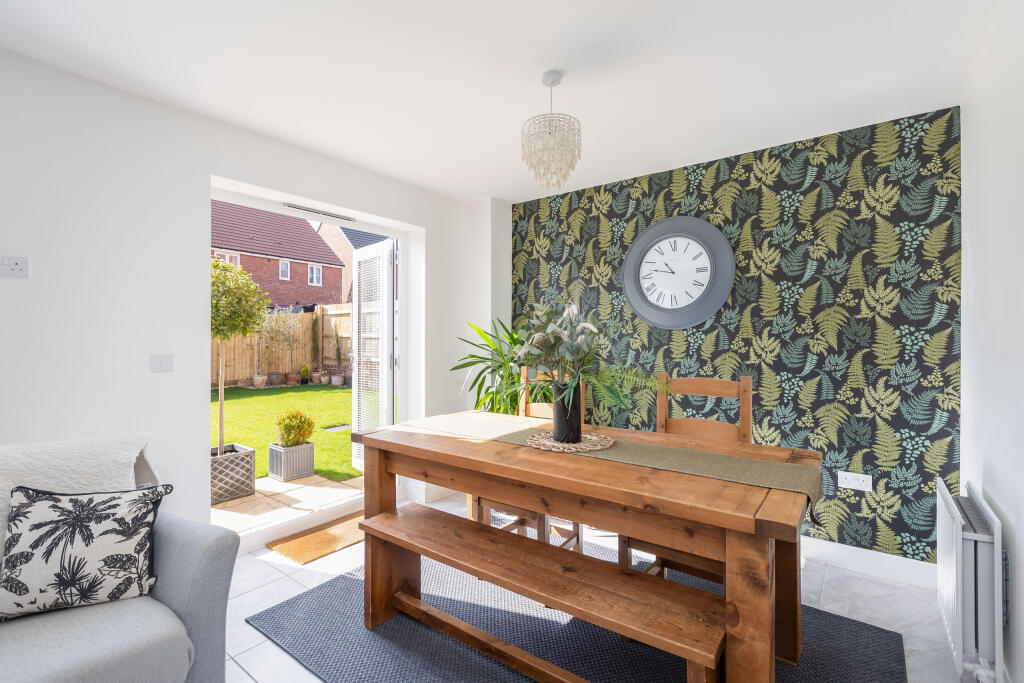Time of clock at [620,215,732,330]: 10:47
